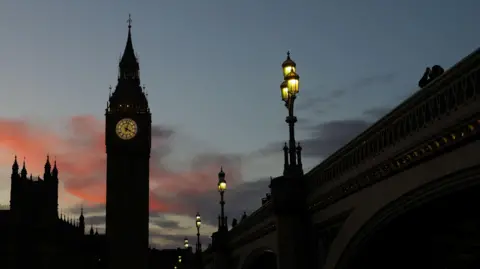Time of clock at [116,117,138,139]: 4:02
